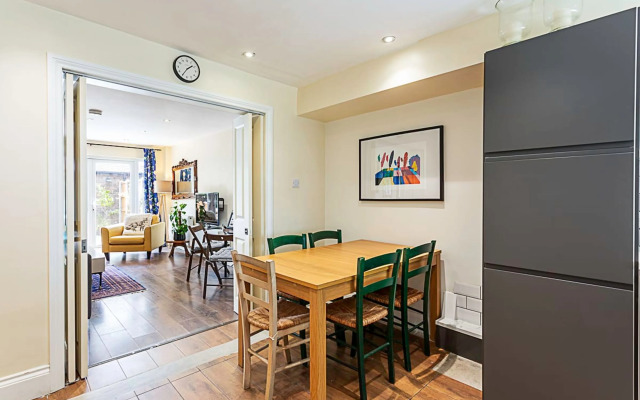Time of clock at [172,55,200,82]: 1:35
